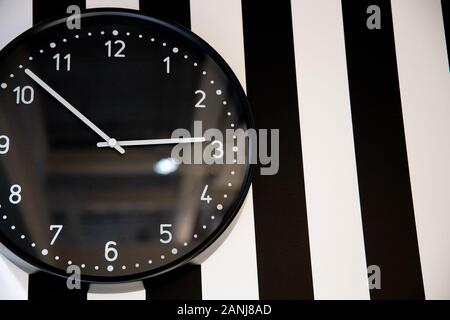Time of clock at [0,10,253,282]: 2:52
